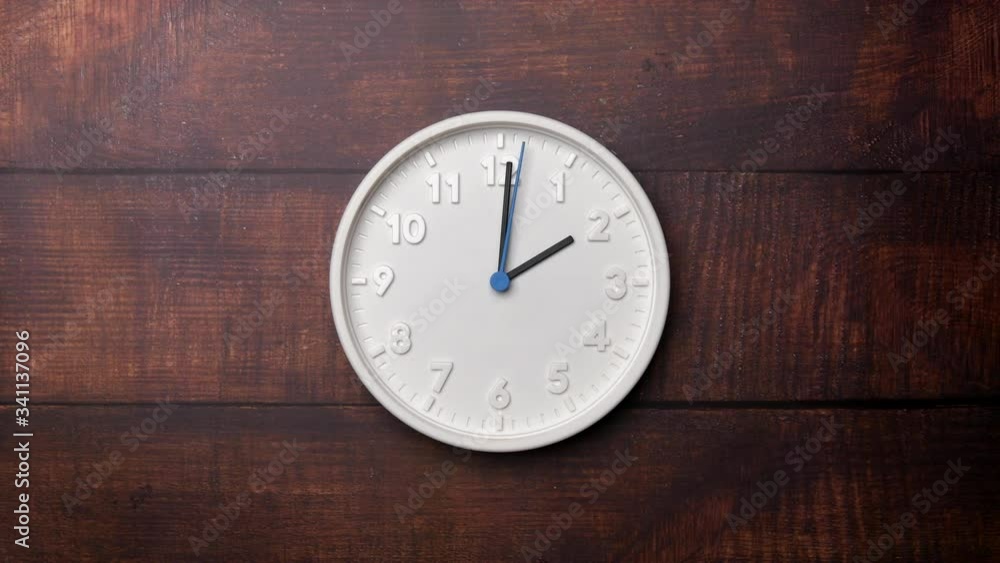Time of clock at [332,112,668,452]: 2:00
